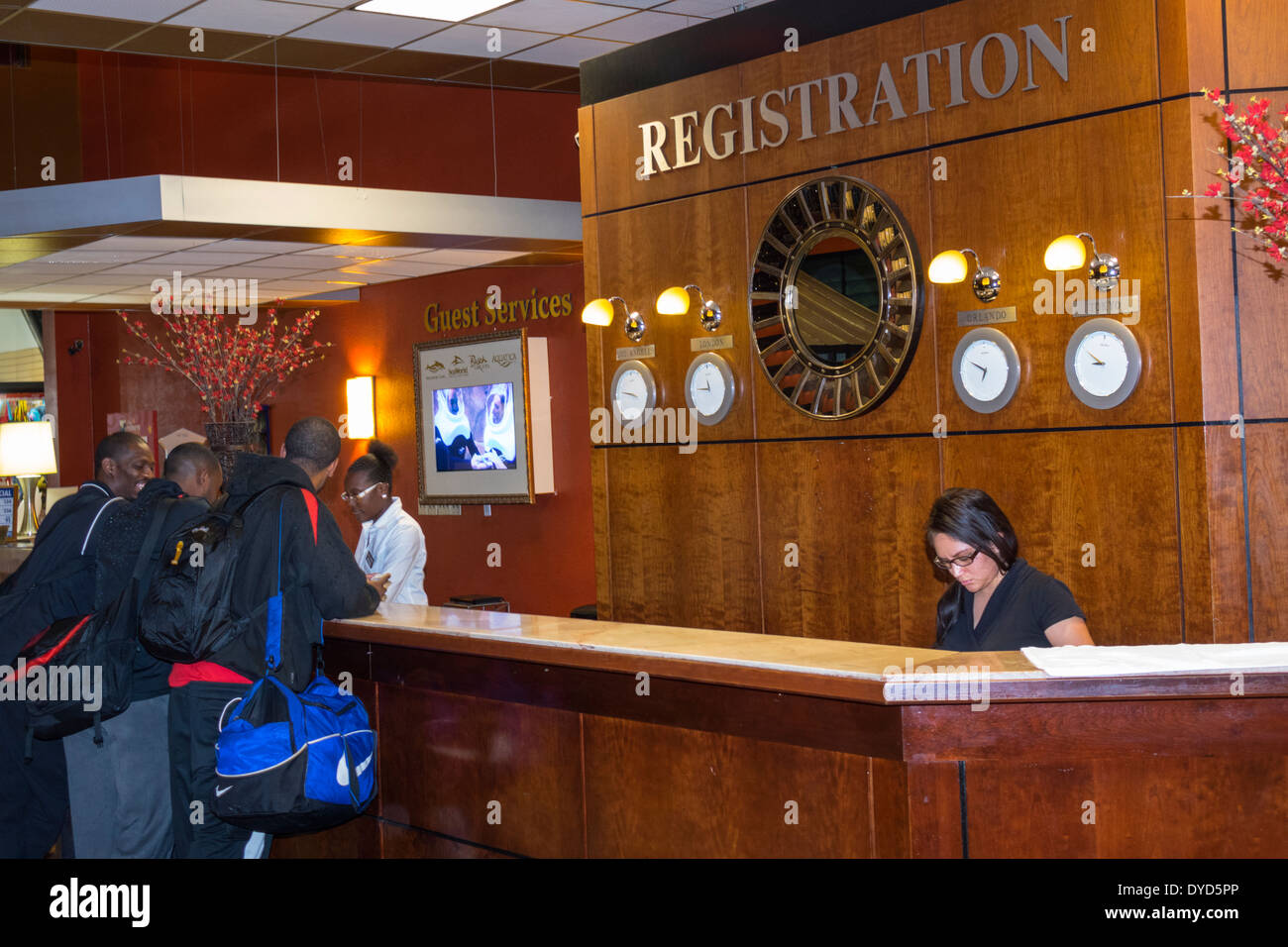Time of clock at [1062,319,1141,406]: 8:50
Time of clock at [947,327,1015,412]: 6:49
